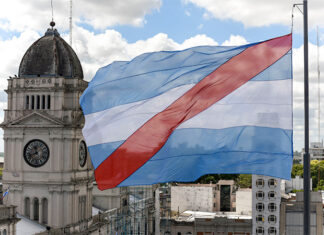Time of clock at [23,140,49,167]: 11:41
